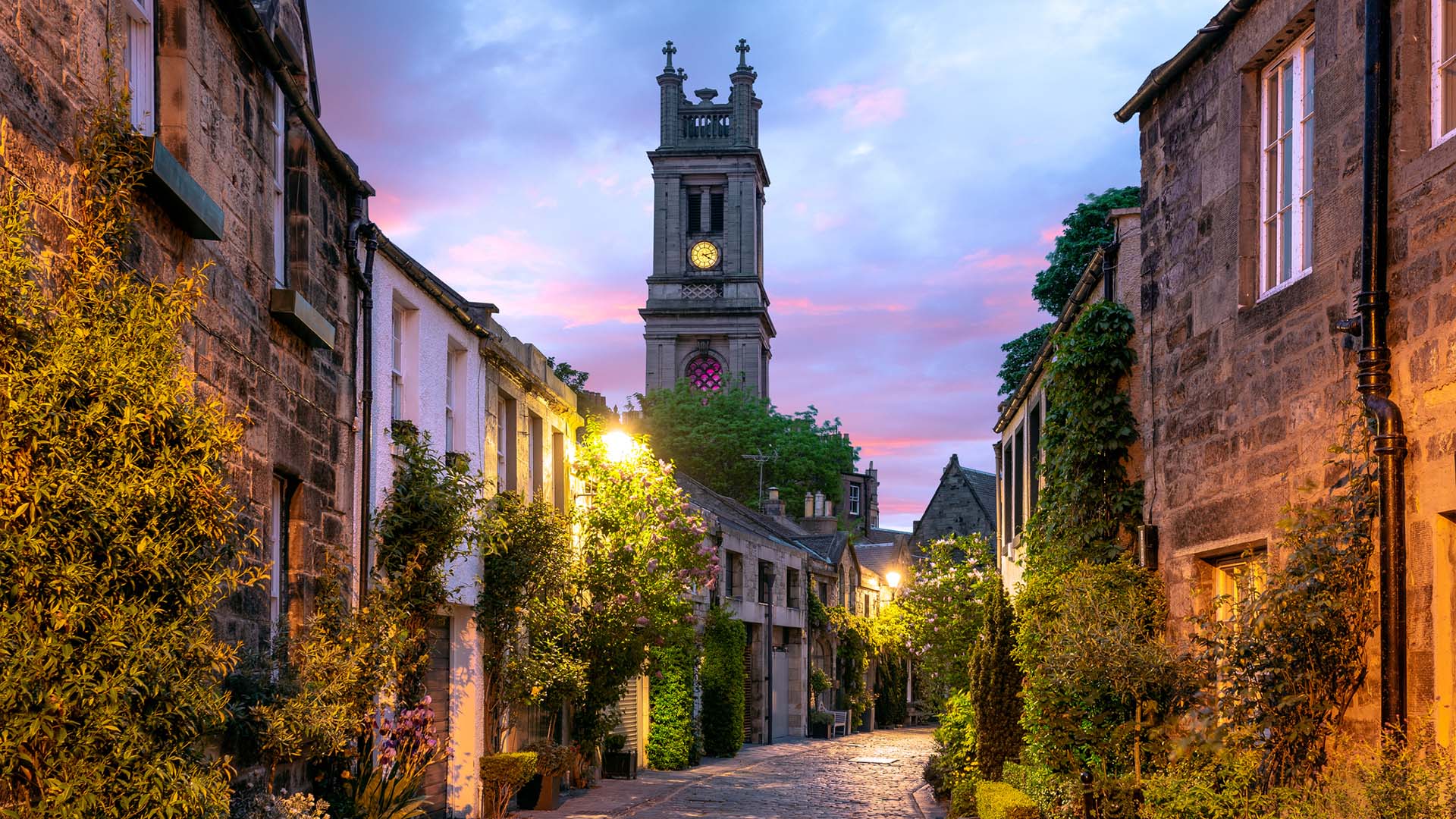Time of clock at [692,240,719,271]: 4:12
